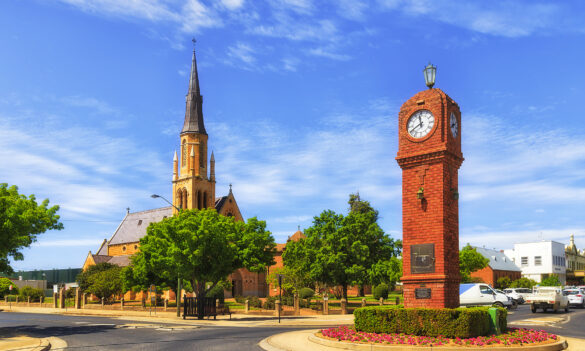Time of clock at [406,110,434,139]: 11:40
